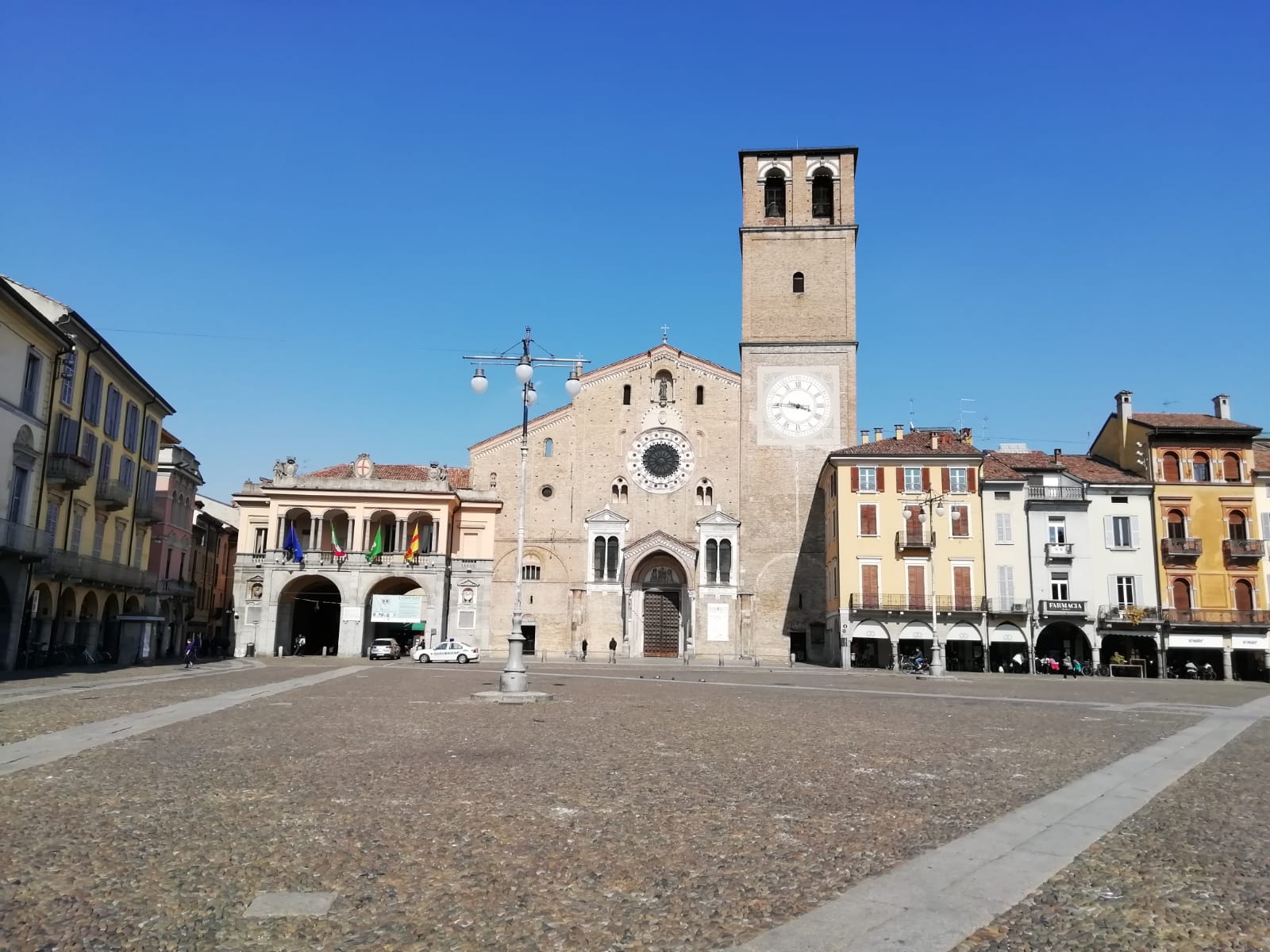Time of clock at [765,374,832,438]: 3:45
